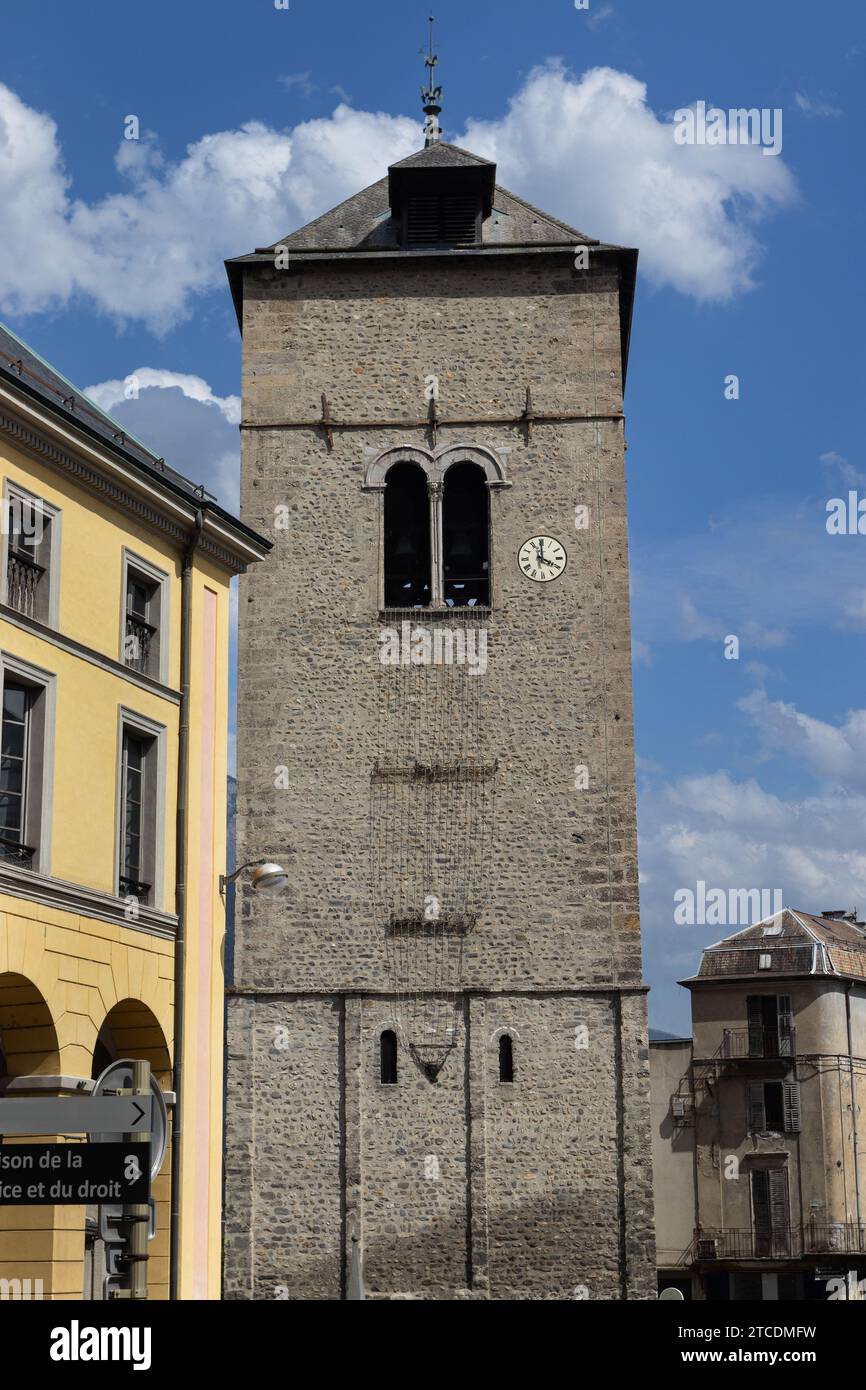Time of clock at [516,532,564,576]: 3:59
